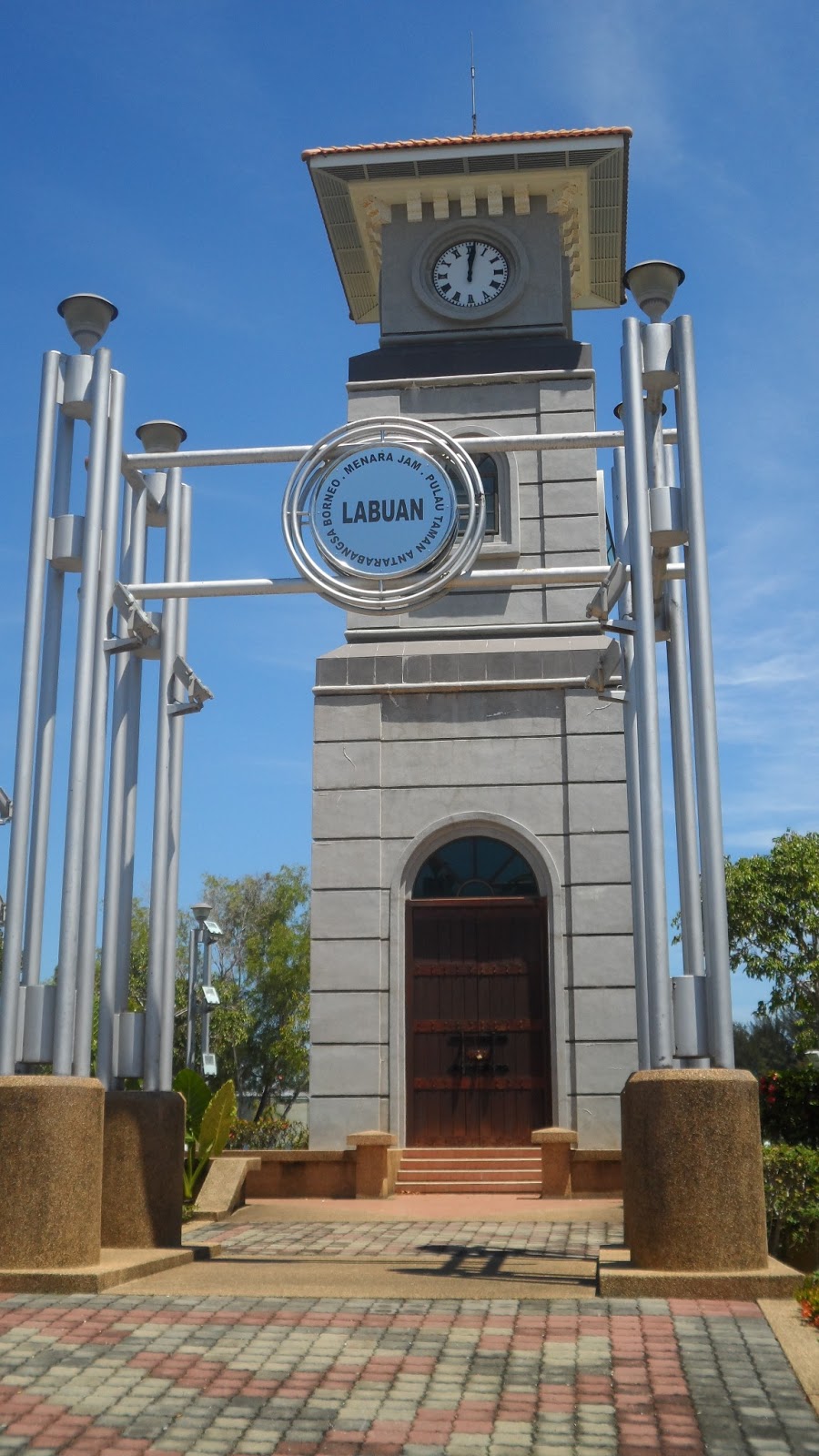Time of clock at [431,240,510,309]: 12:01
